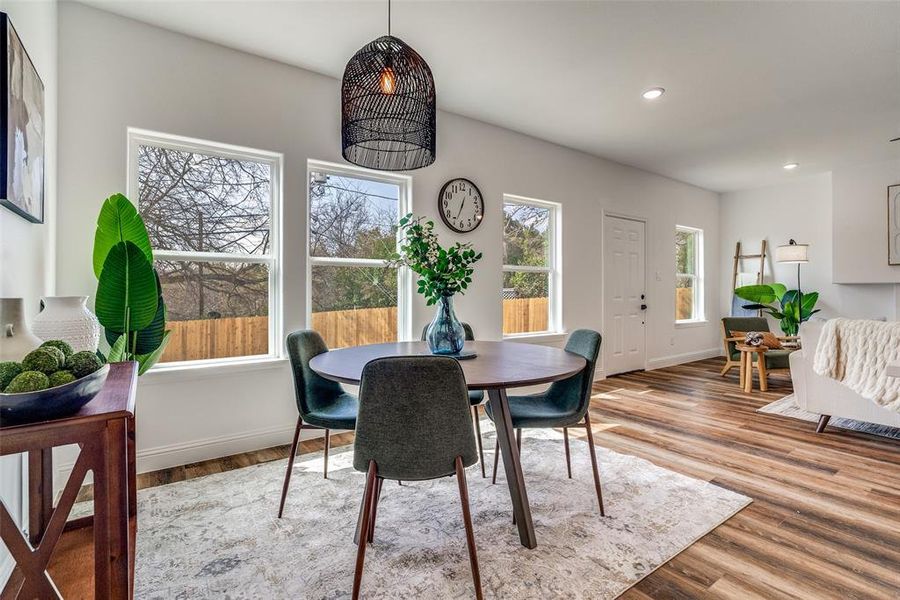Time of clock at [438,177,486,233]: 12:33
